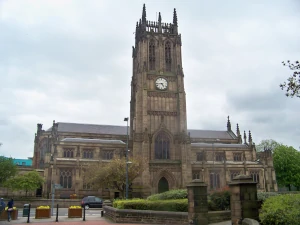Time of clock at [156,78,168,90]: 4:44
